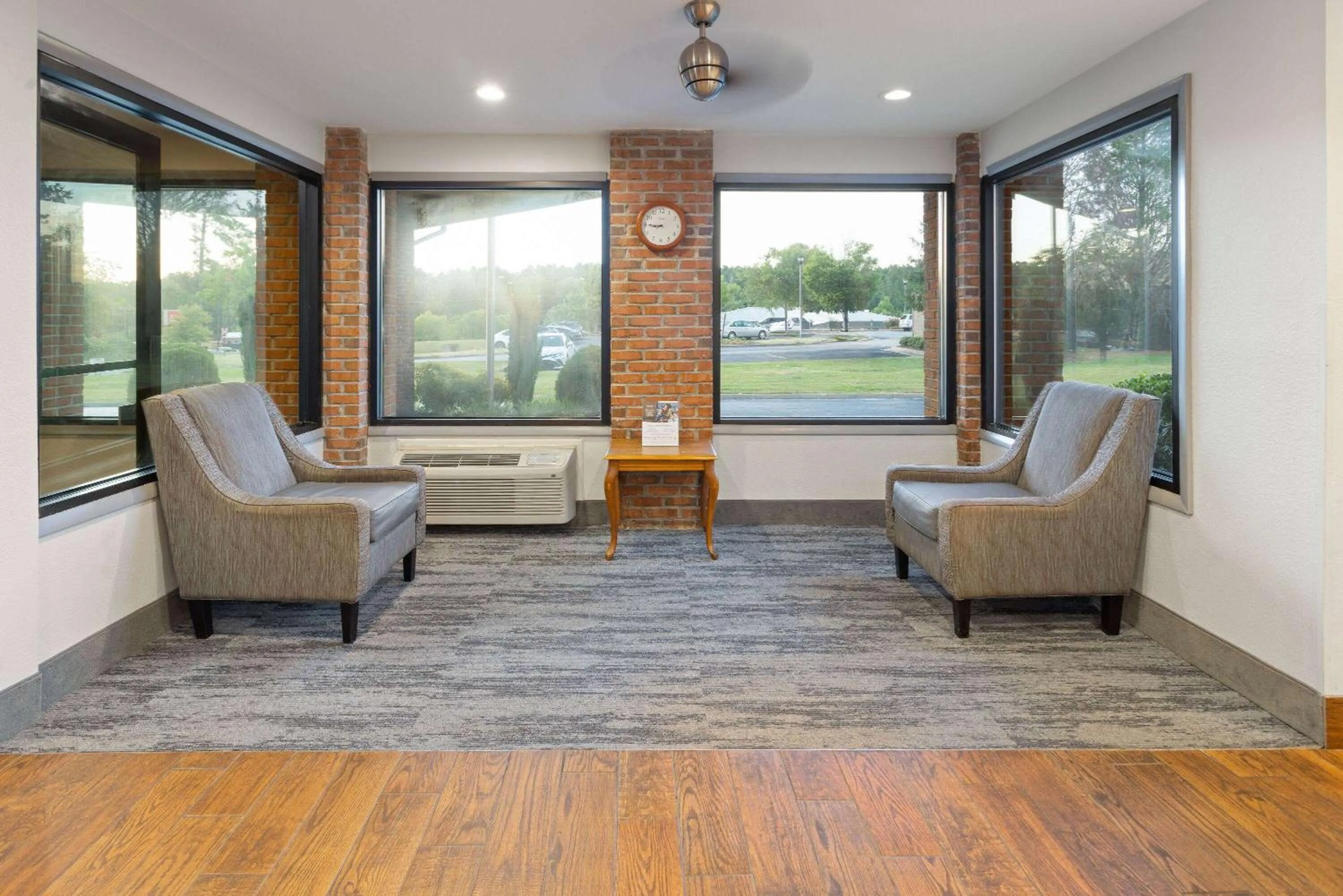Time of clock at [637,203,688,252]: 8:45
